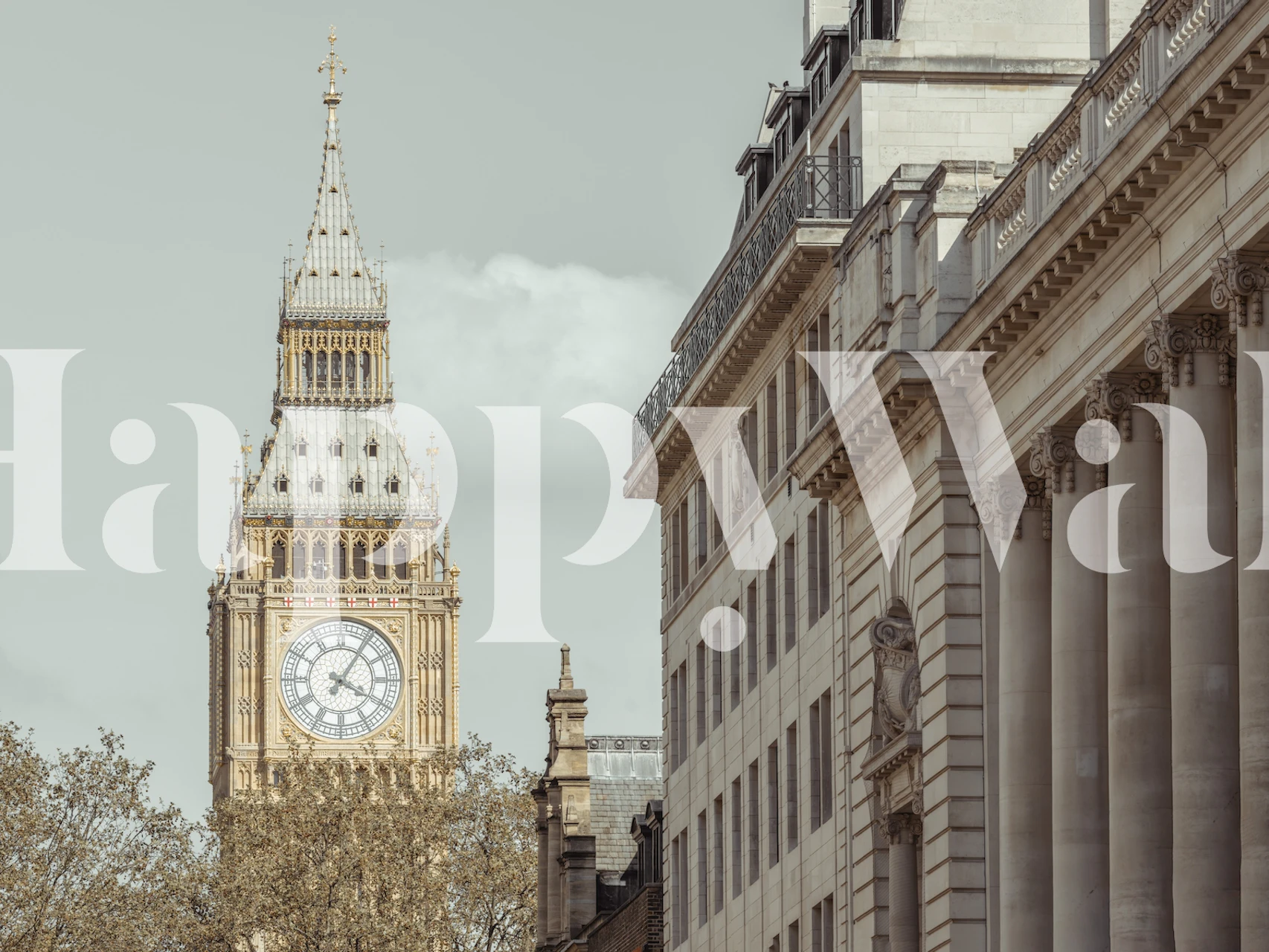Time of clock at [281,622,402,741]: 4:05
